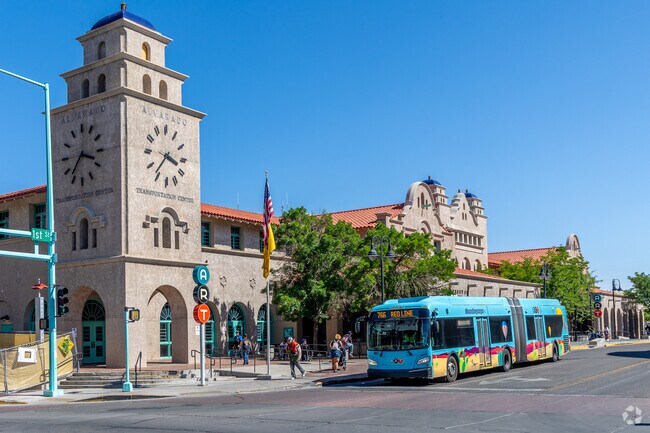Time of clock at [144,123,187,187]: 3:36
